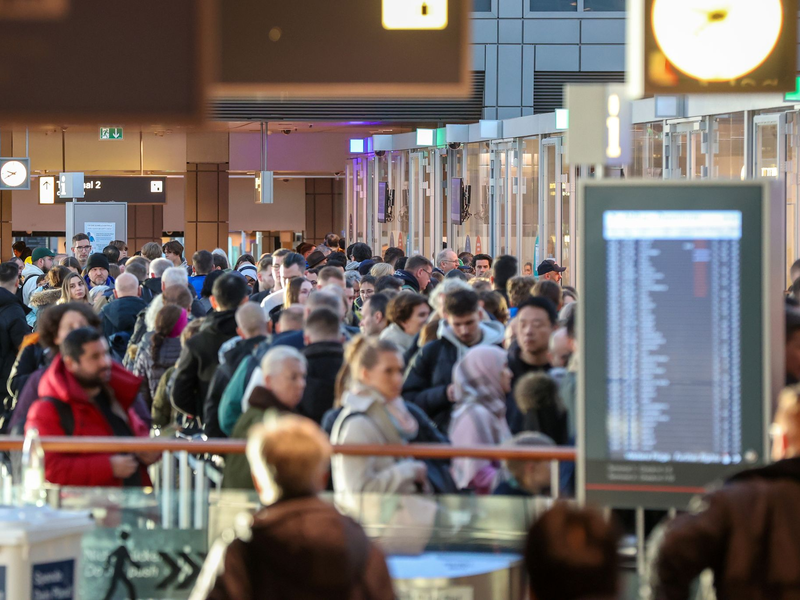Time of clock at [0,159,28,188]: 9:40
